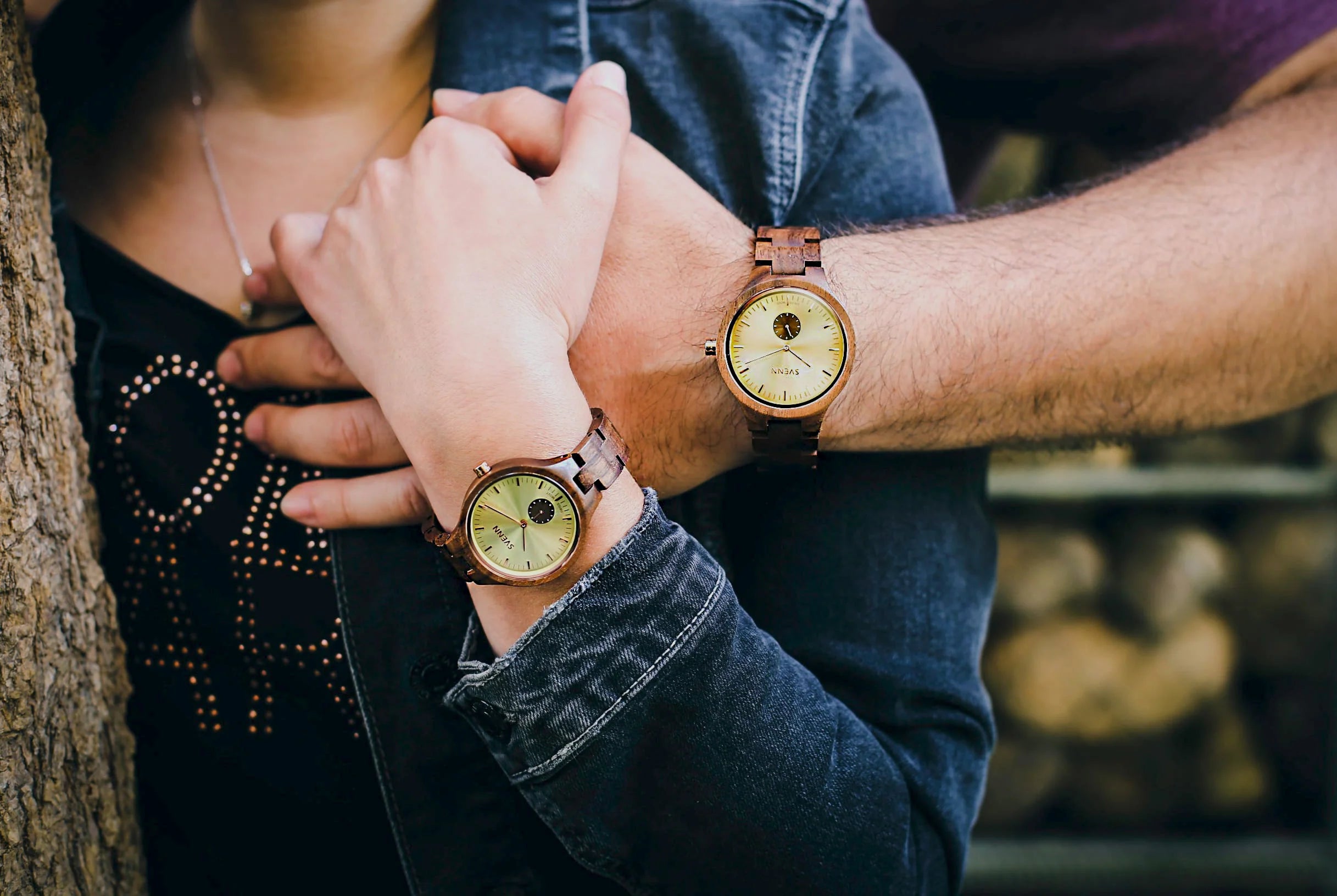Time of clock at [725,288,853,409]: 11:20
